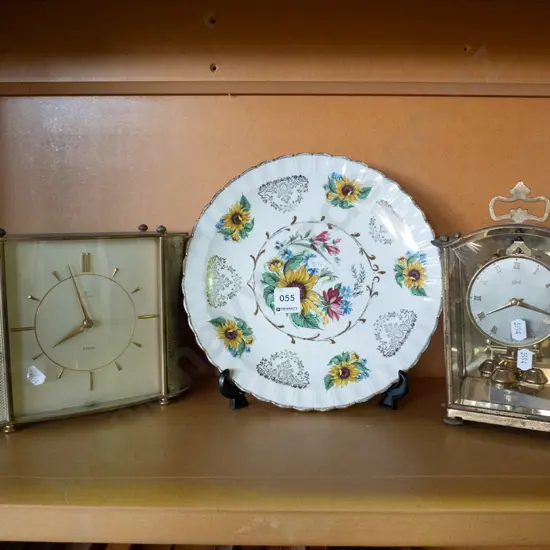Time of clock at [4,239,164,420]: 7:57
